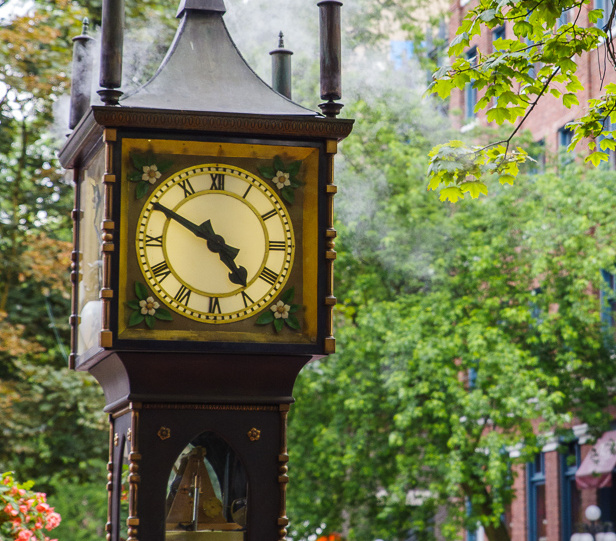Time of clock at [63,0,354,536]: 4:50
